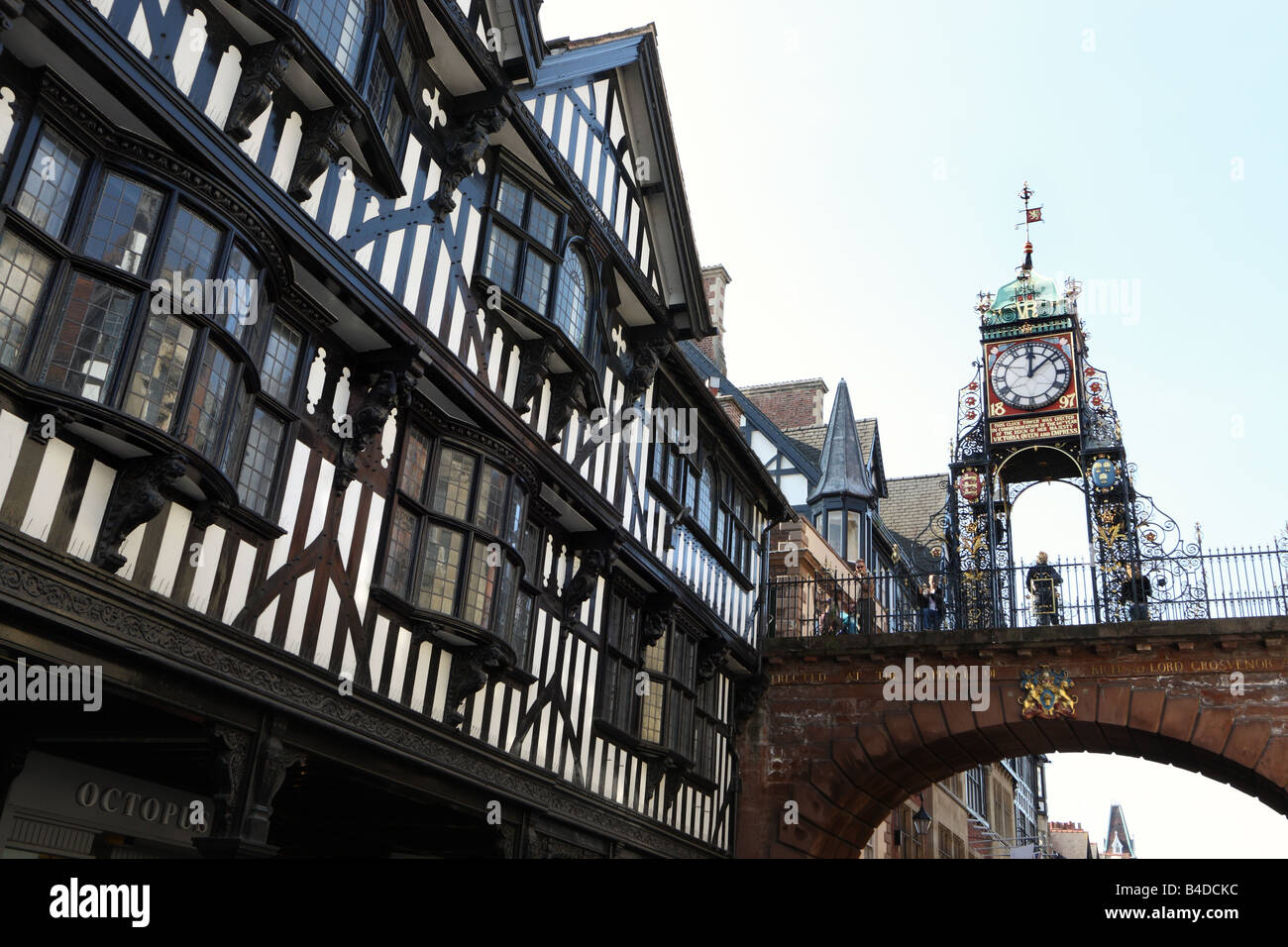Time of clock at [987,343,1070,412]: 12:08
